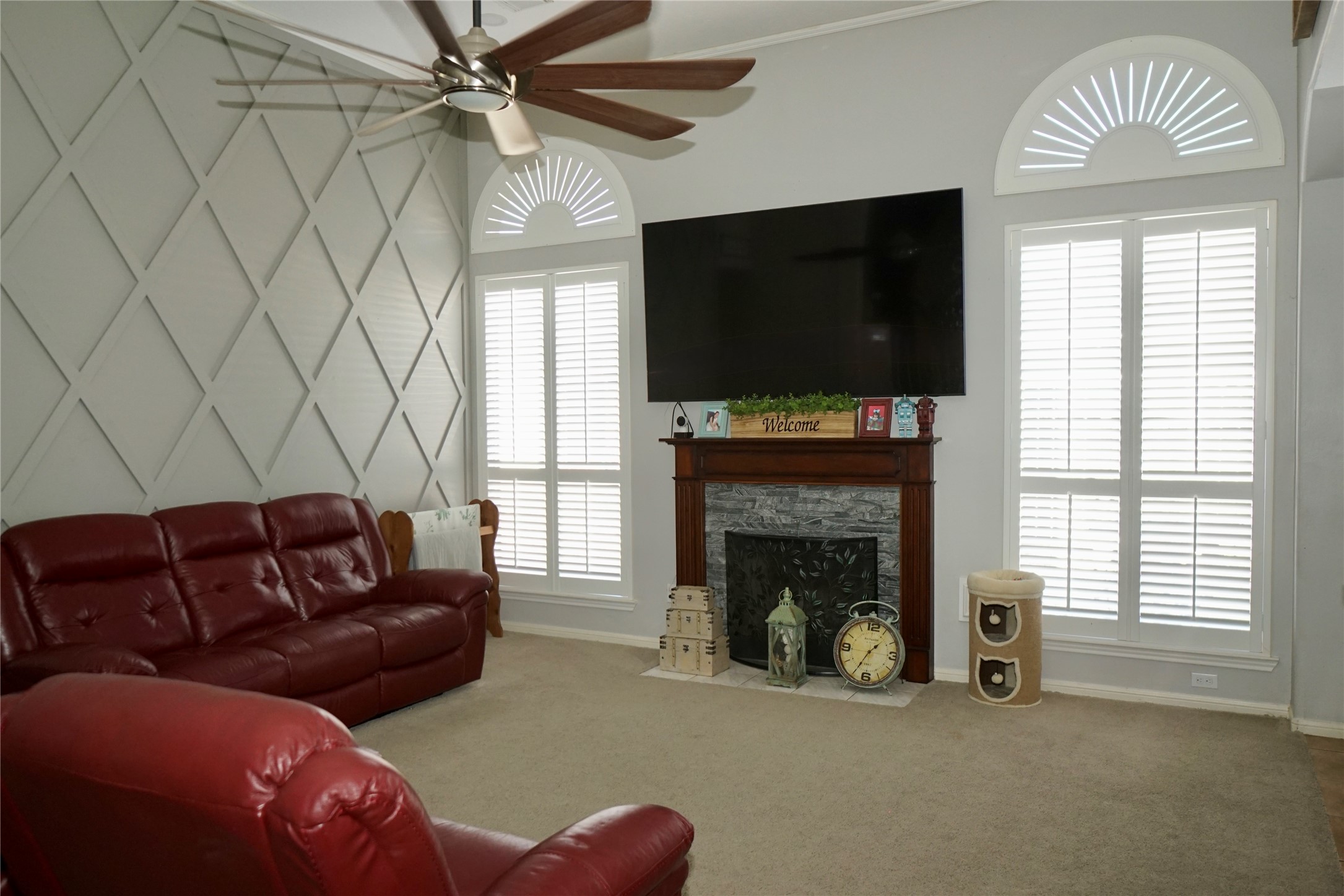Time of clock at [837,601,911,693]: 1:35
